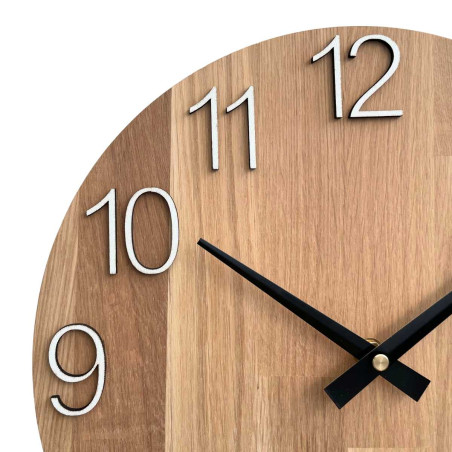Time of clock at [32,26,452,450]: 1:50
